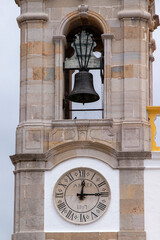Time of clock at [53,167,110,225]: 12:14
